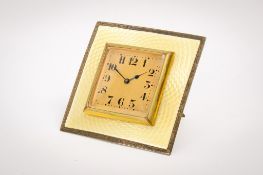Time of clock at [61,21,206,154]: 1:50
